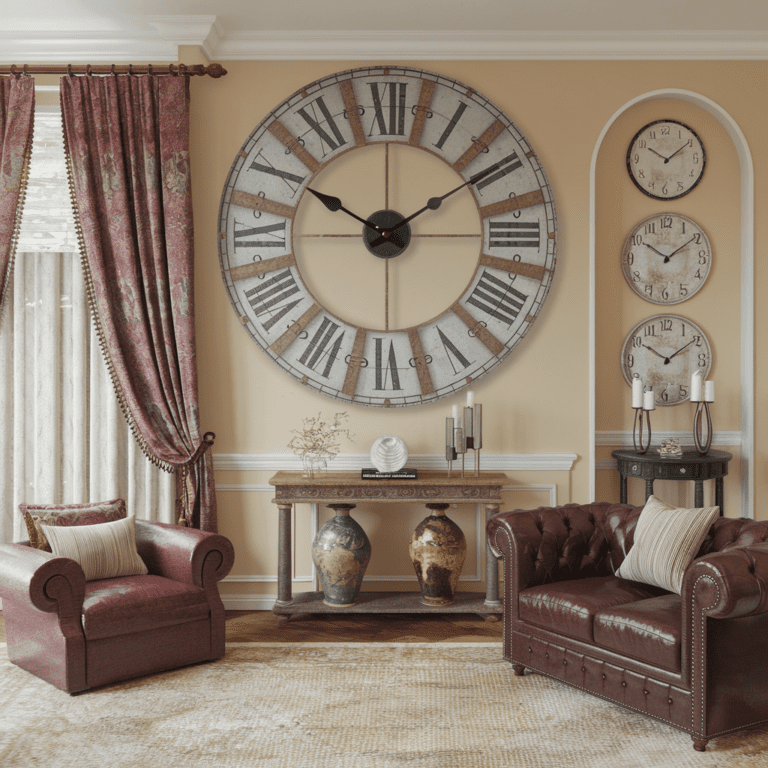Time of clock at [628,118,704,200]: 10:09
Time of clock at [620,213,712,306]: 10:09
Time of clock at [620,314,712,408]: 10:09
